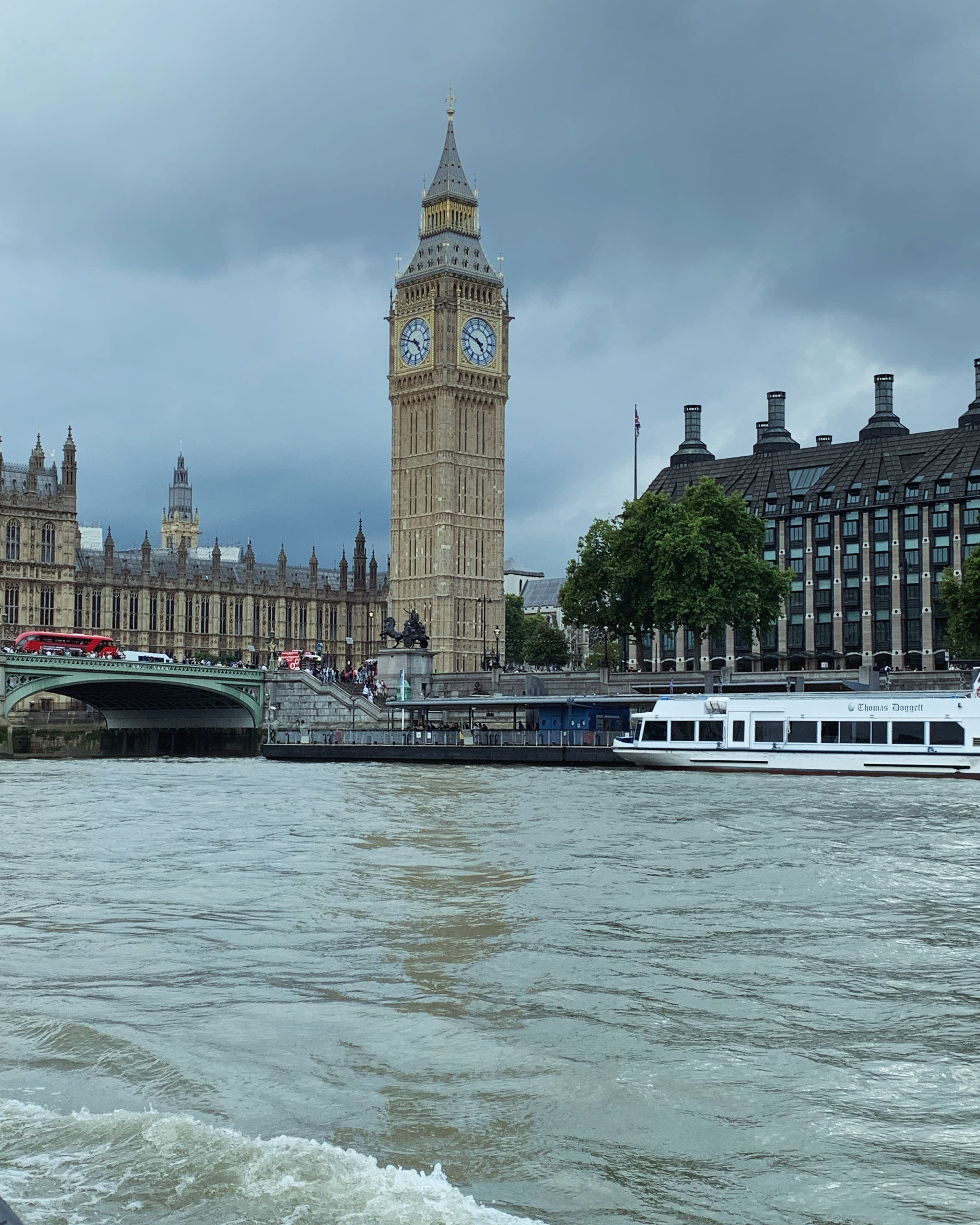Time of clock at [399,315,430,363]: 4:48
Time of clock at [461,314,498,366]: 4:48
